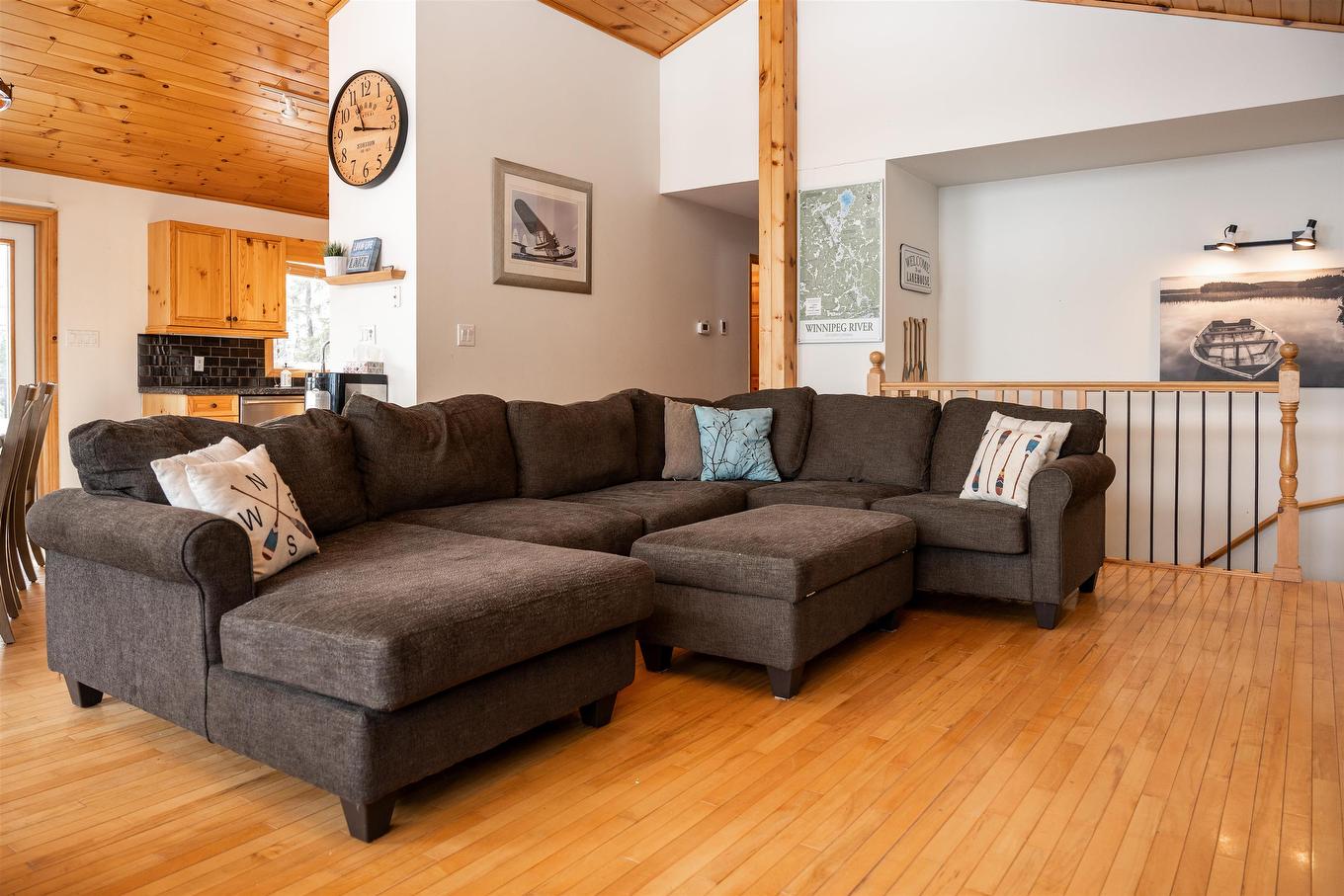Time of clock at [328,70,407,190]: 11:16
